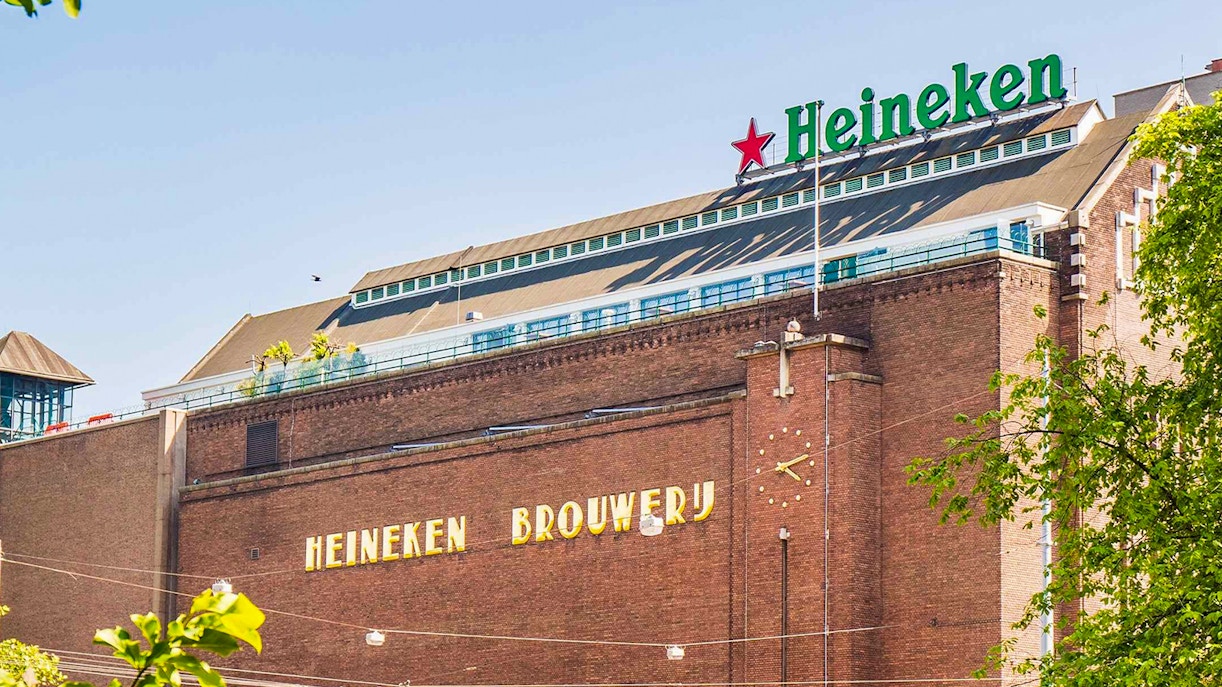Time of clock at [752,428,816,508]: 4:12
